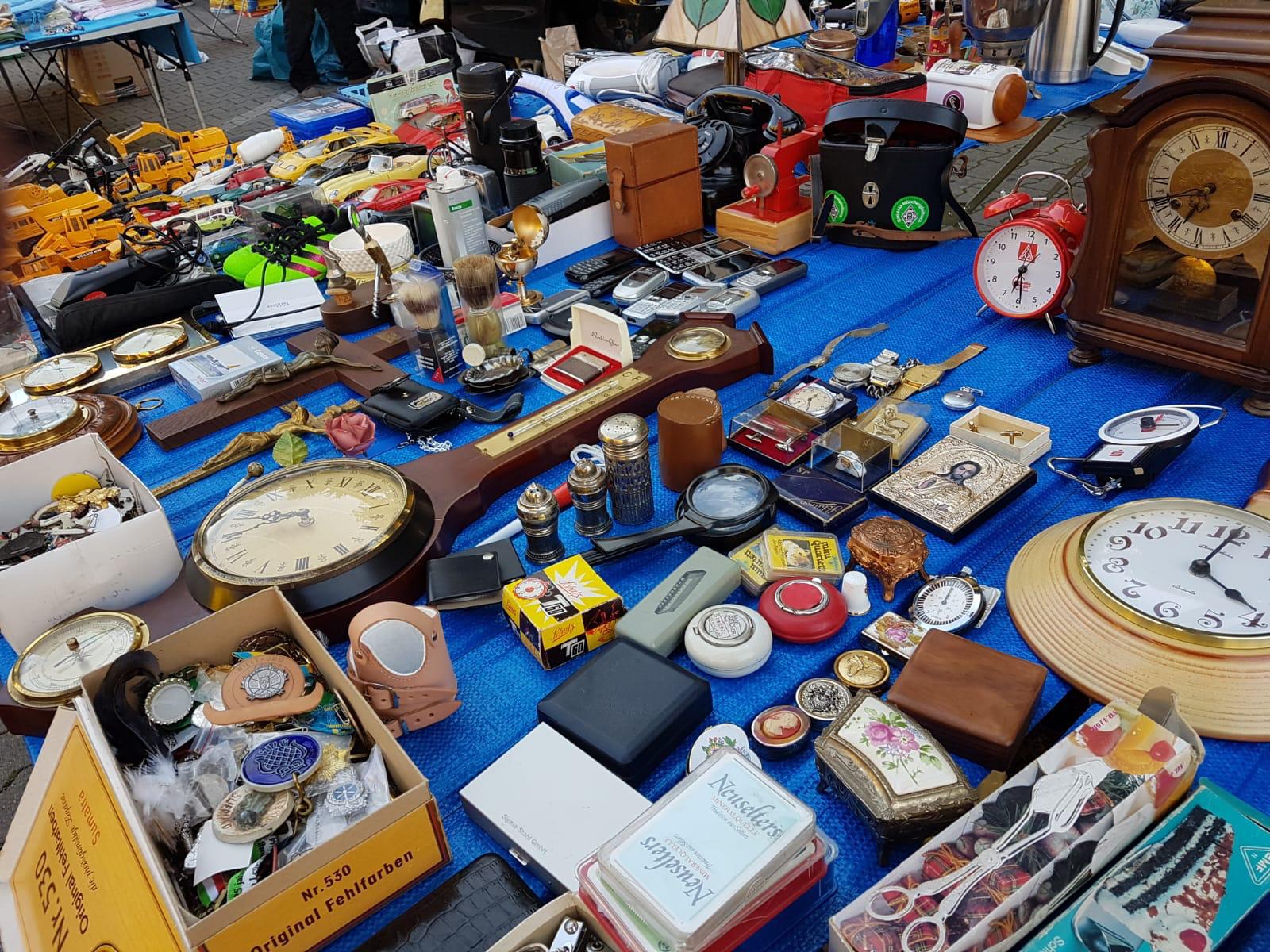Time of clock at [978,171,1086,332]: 6:29
